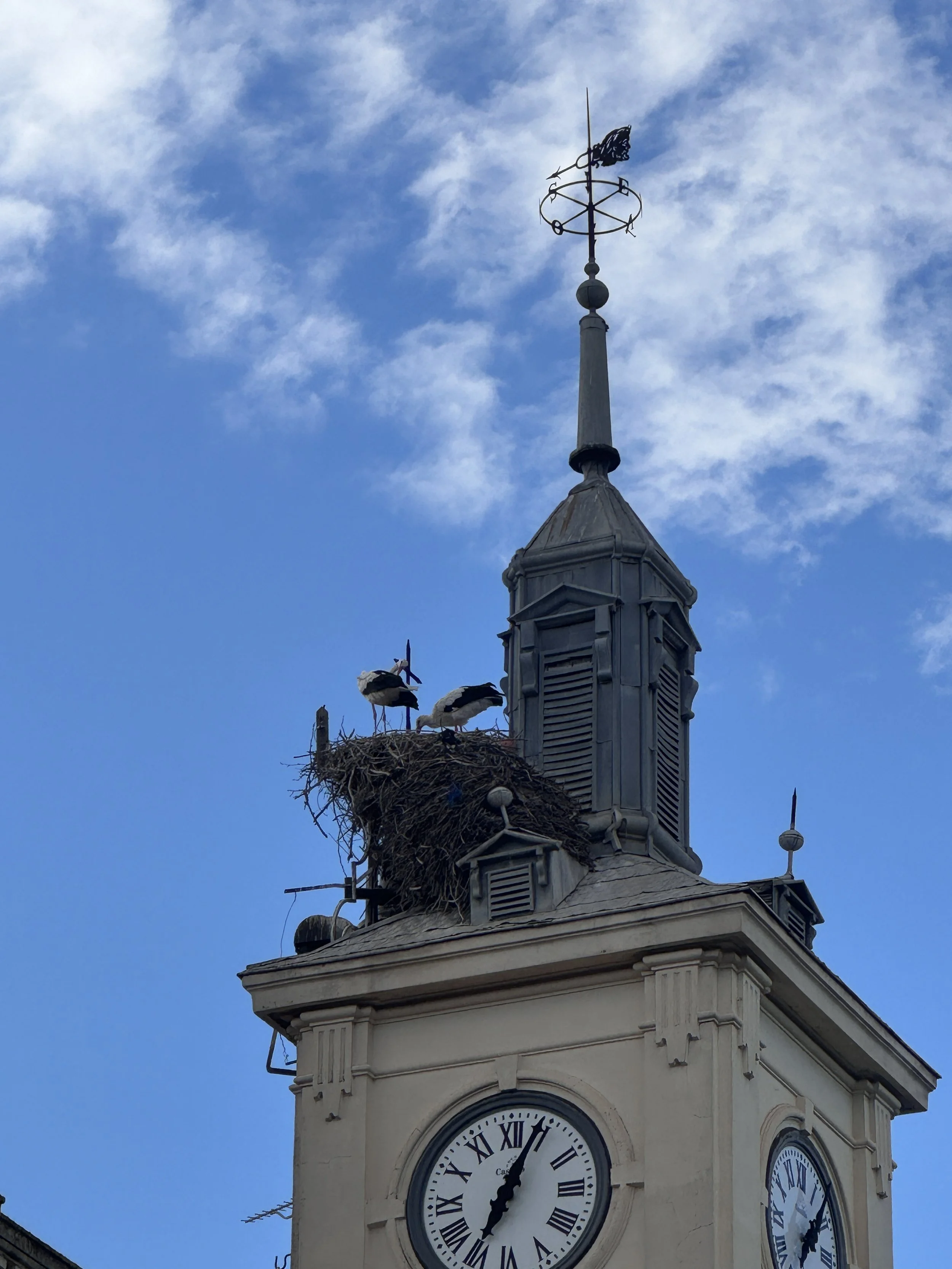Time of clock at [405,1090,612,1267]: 7:04
